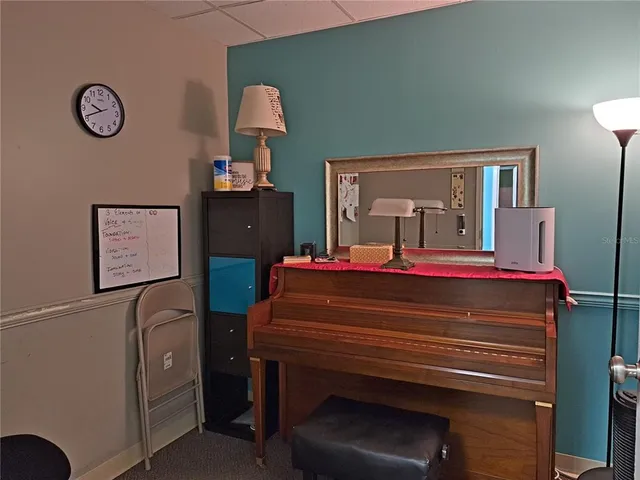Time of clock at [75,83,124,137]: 9:41
